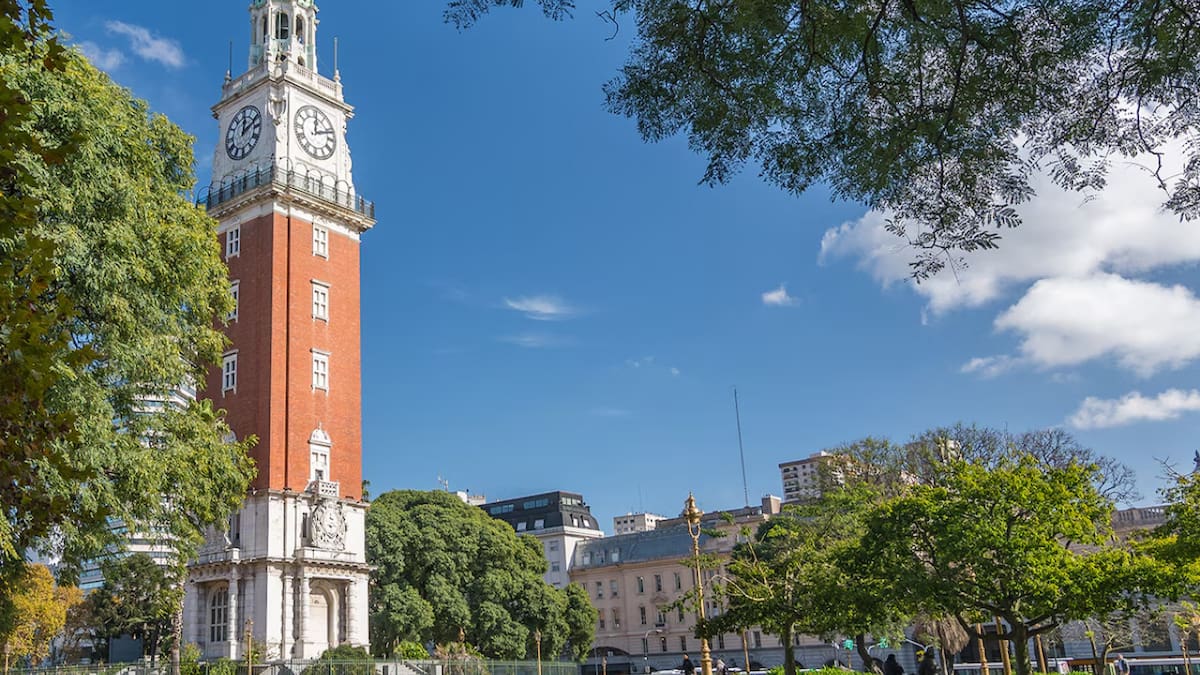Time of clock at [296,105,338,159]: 12:11
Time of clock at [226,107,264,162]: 12:11
